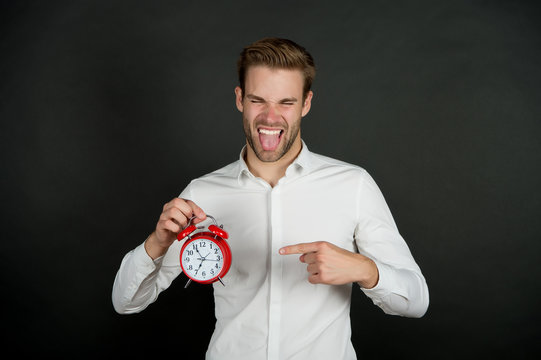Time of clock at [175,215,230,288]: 6:54
